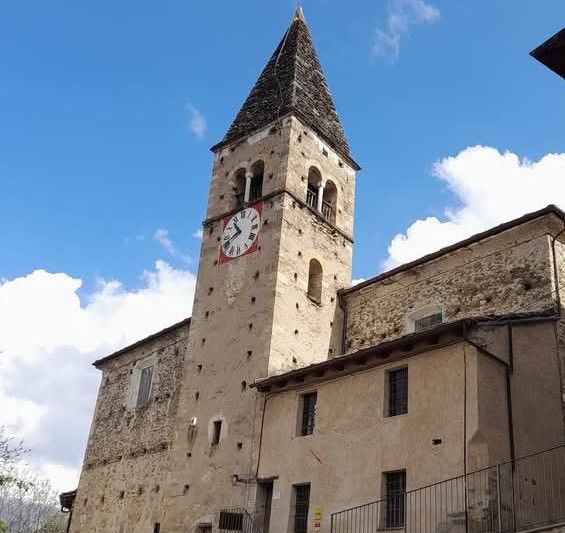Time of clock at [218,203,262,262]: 10:41
